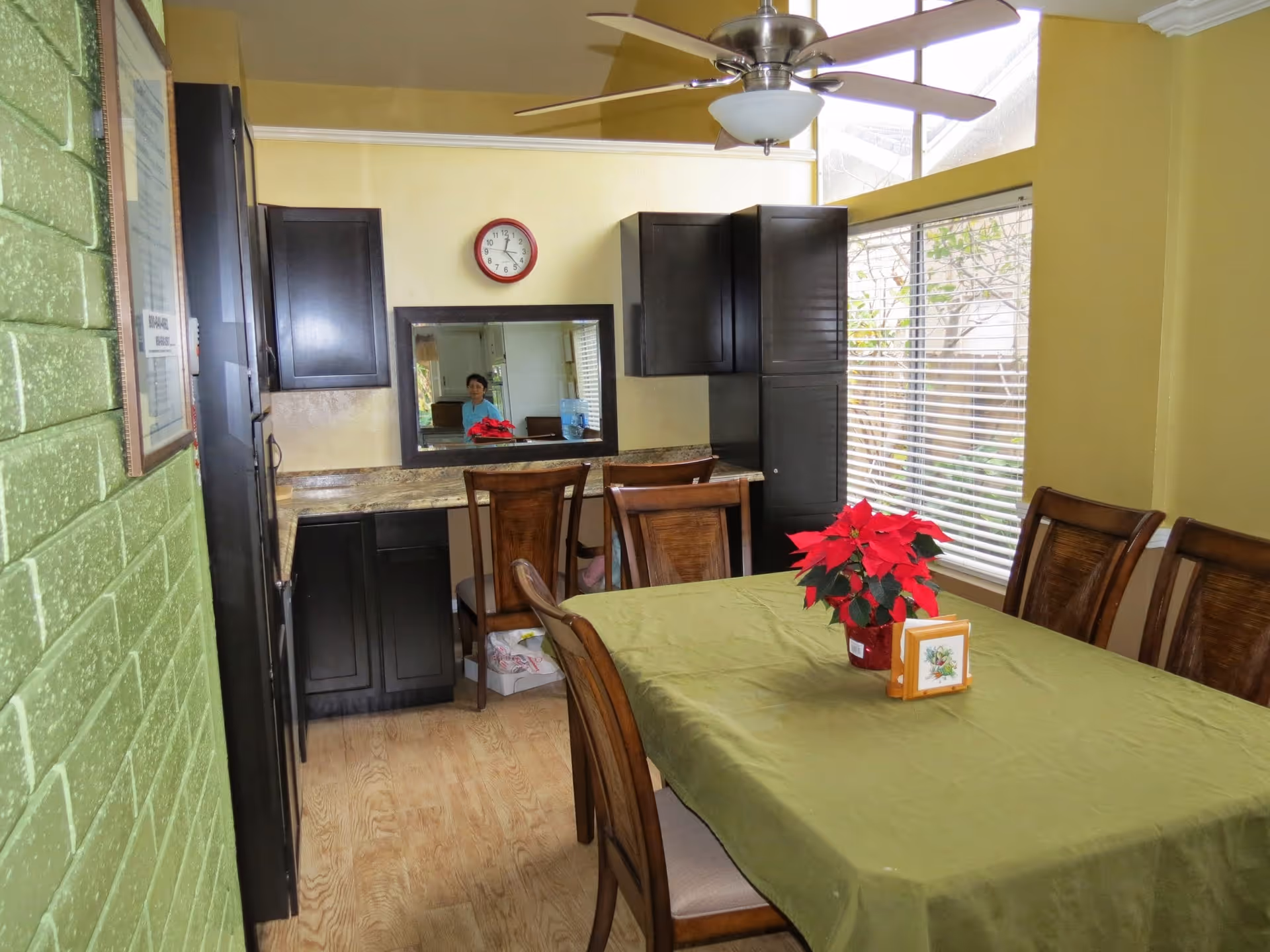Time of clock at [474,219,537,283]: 12:23
